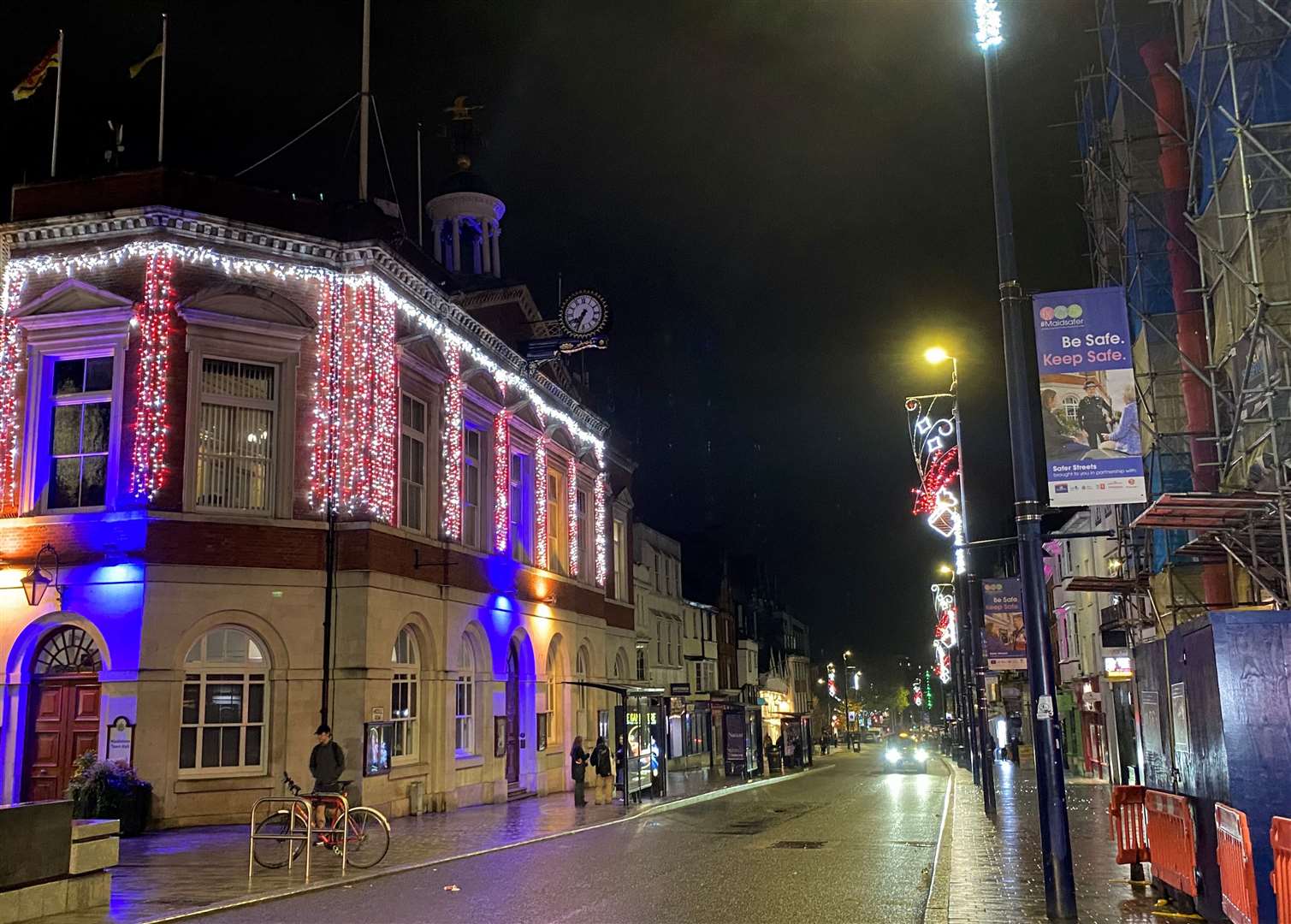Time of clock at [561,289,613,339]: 7:33
